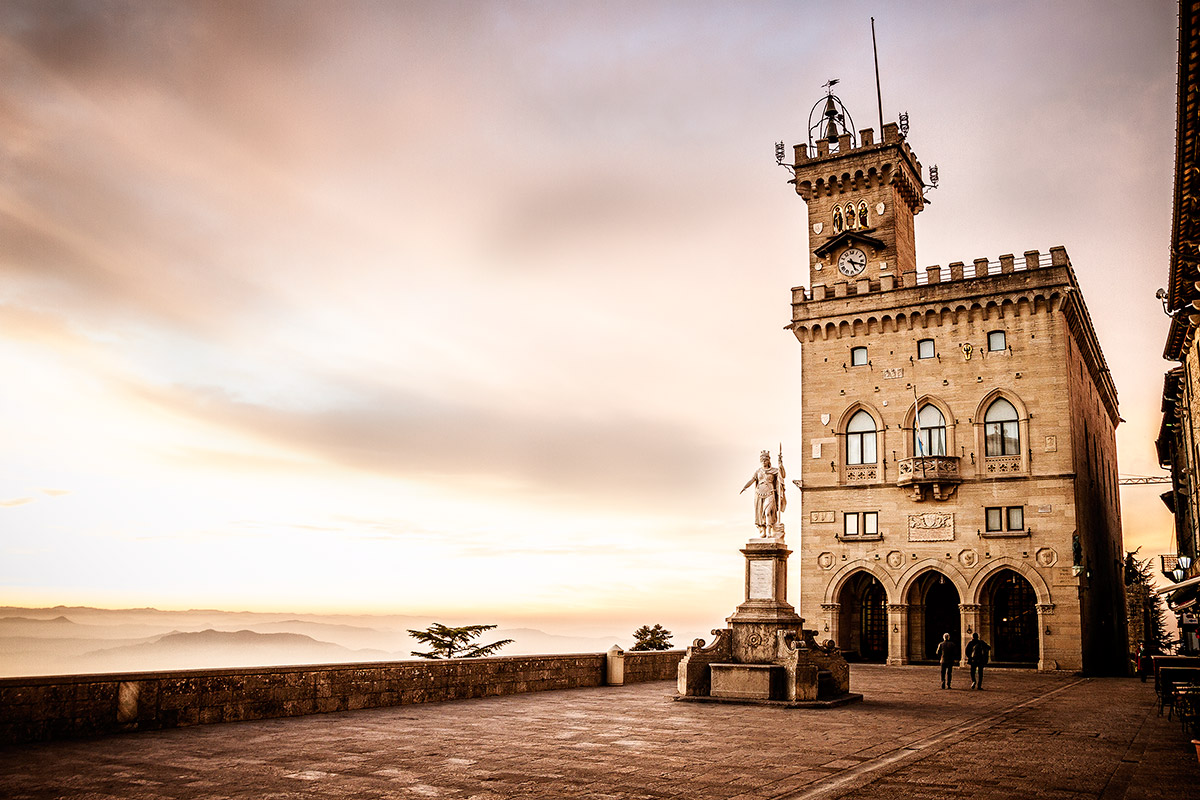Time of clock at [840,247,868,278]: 5:18
